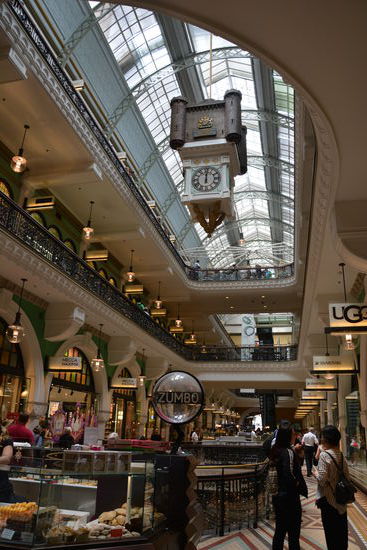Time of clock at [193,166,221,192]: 12:00
